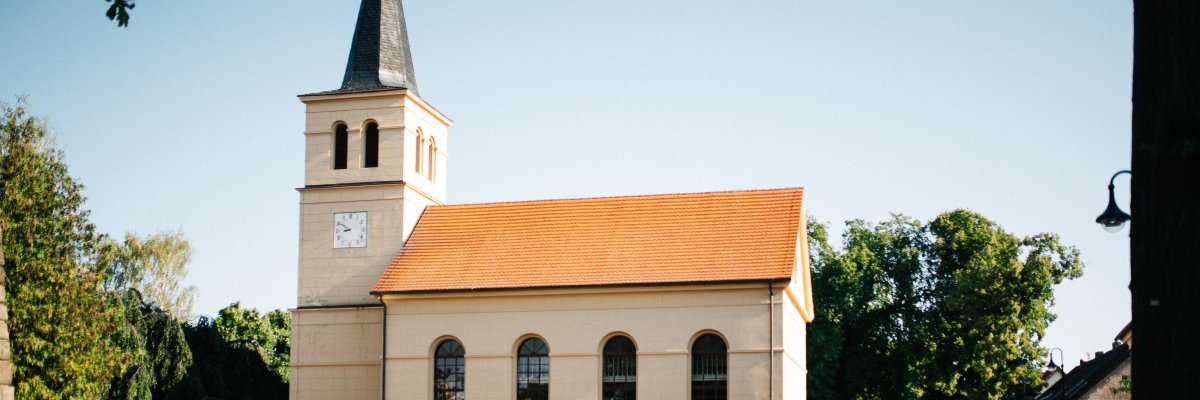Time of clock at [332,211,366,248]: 8:50
